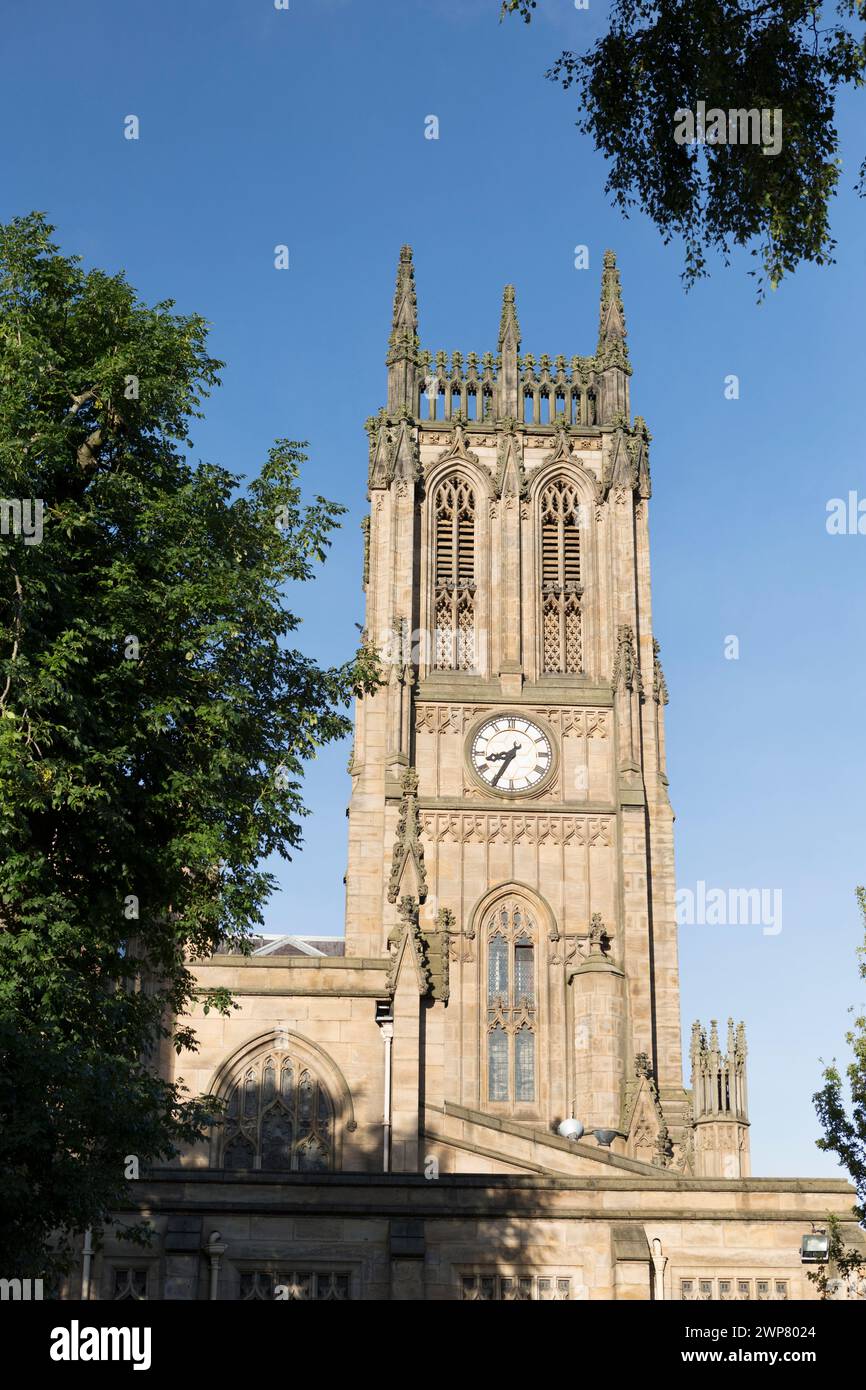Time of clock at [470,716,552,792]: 8:34
